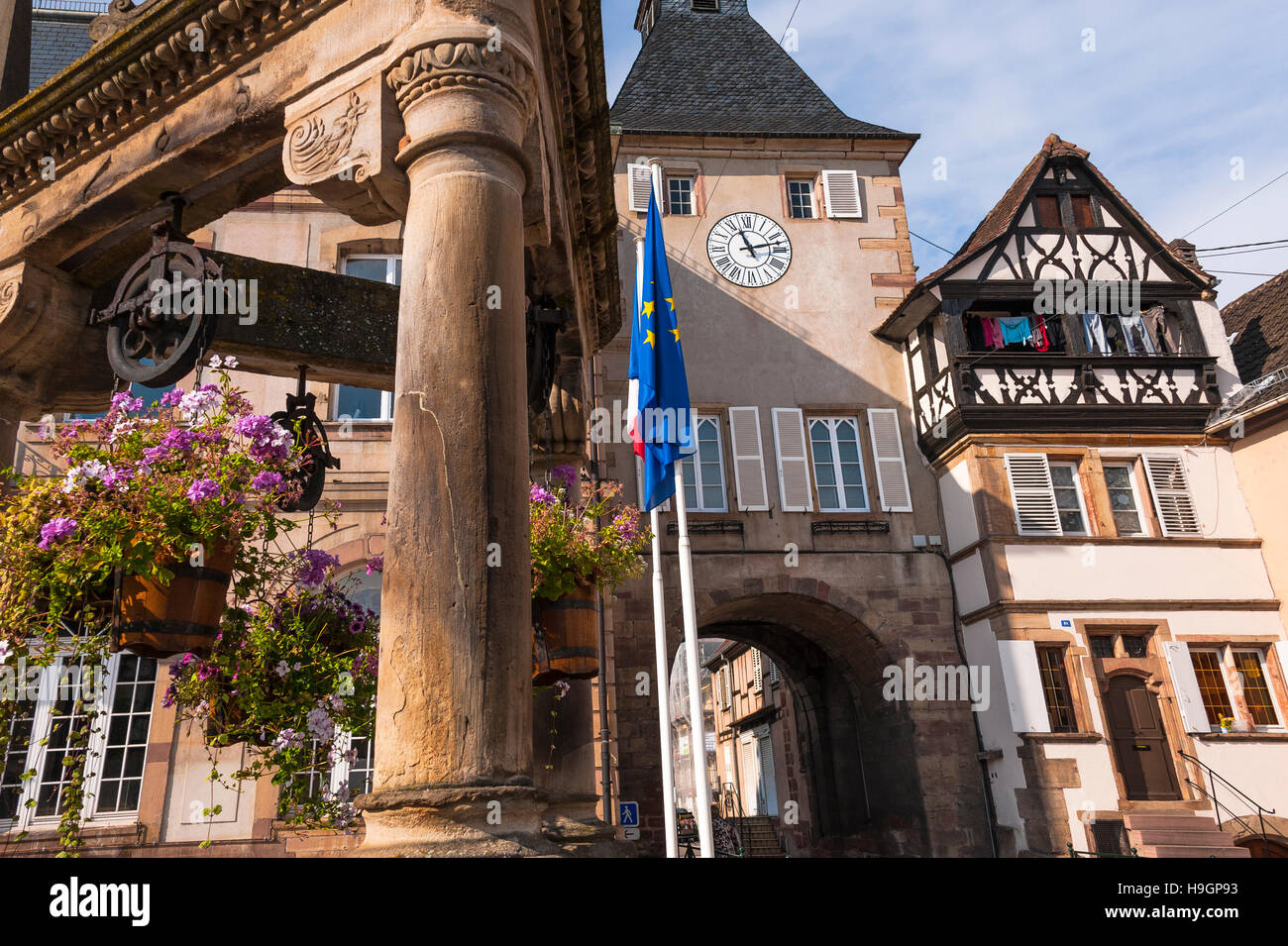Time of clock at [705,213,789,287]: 11:12
